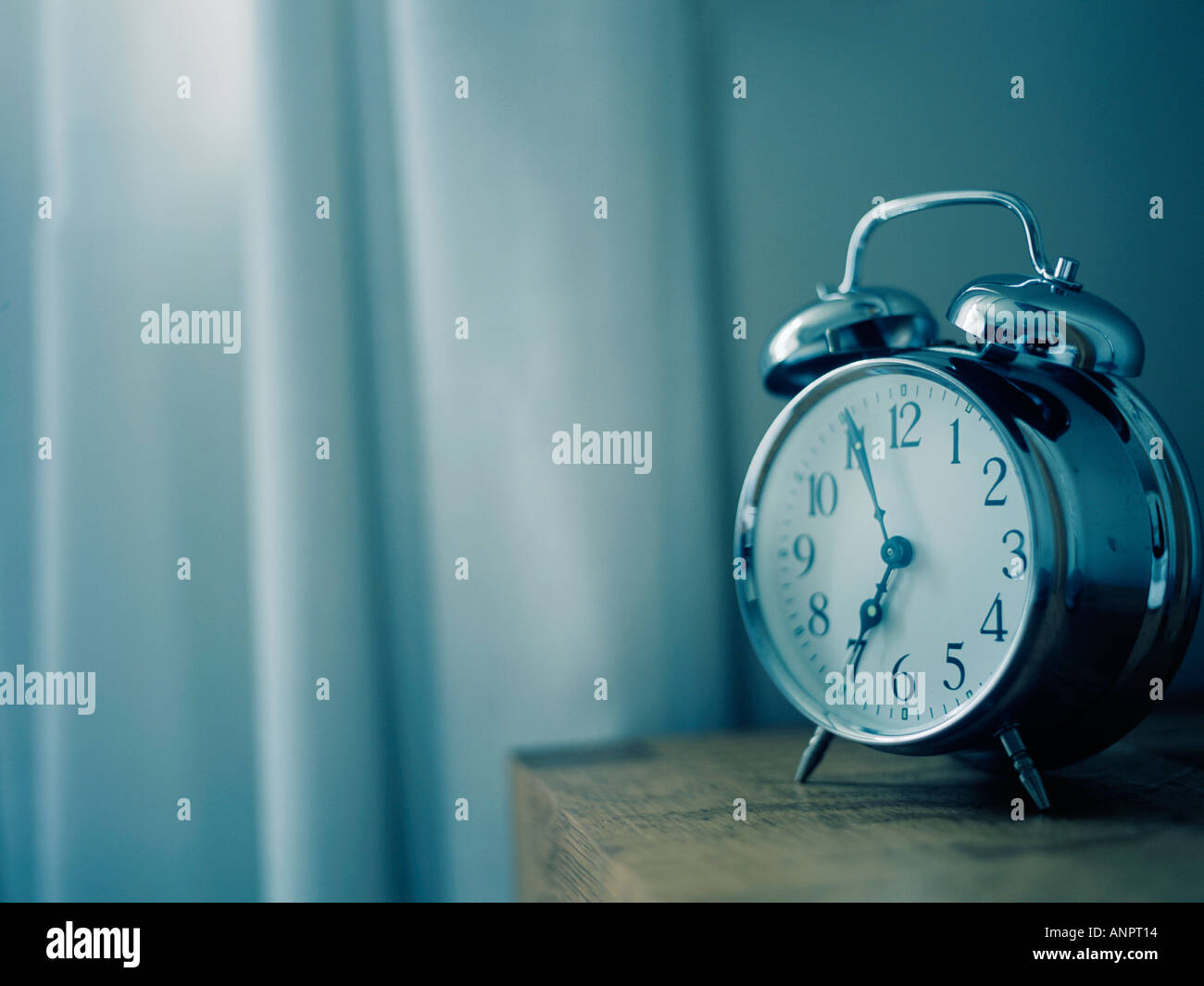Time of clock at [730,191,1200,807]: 6:56
